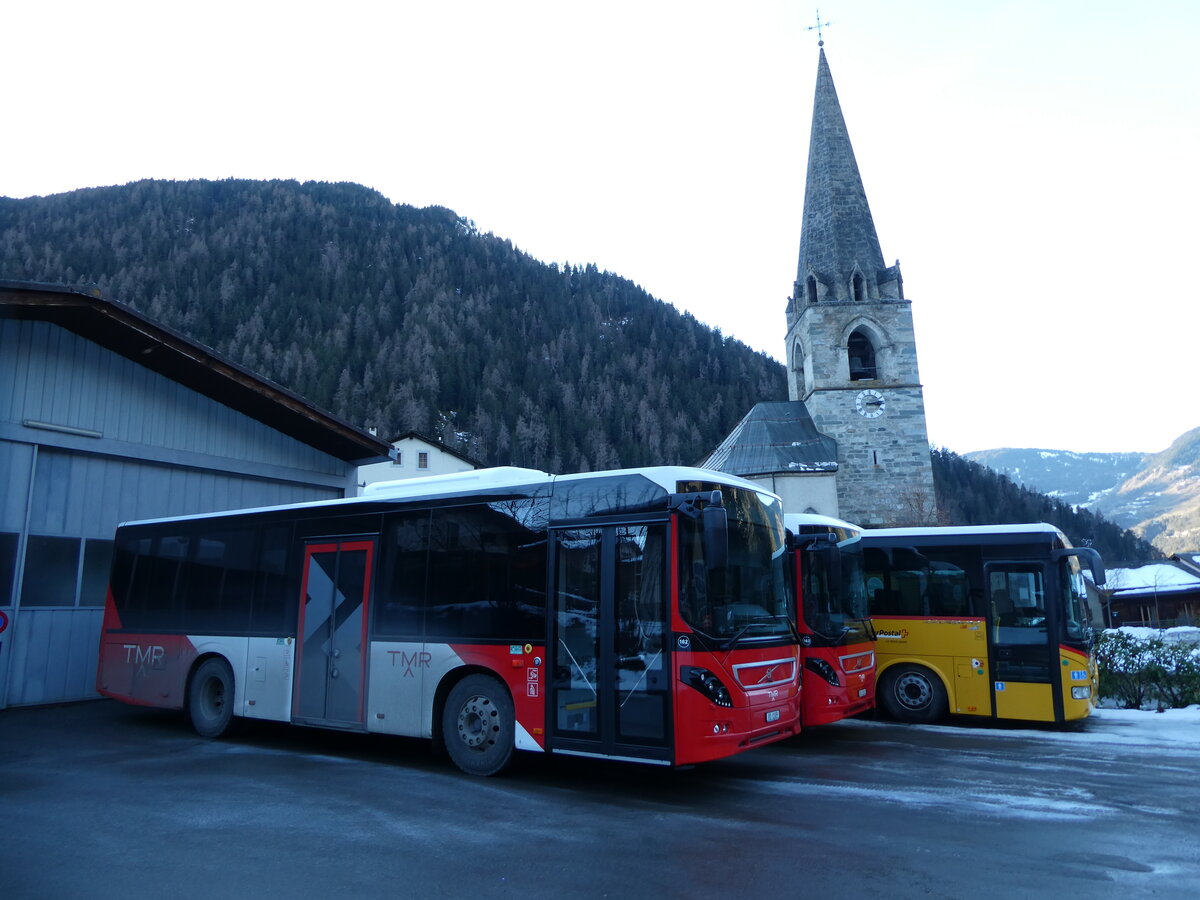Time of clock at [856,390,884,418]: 3:12
